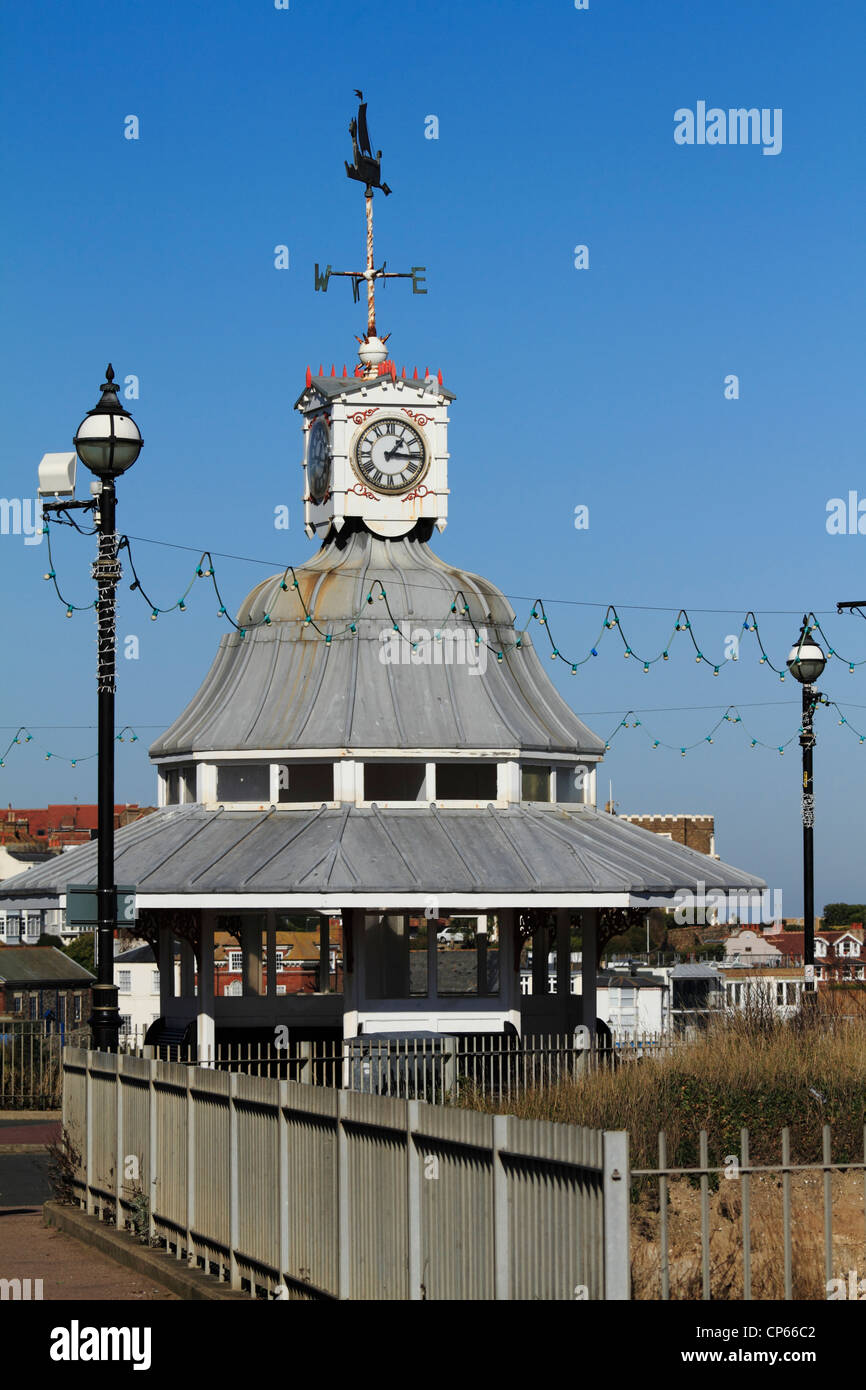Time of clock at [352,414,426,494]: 1:16
